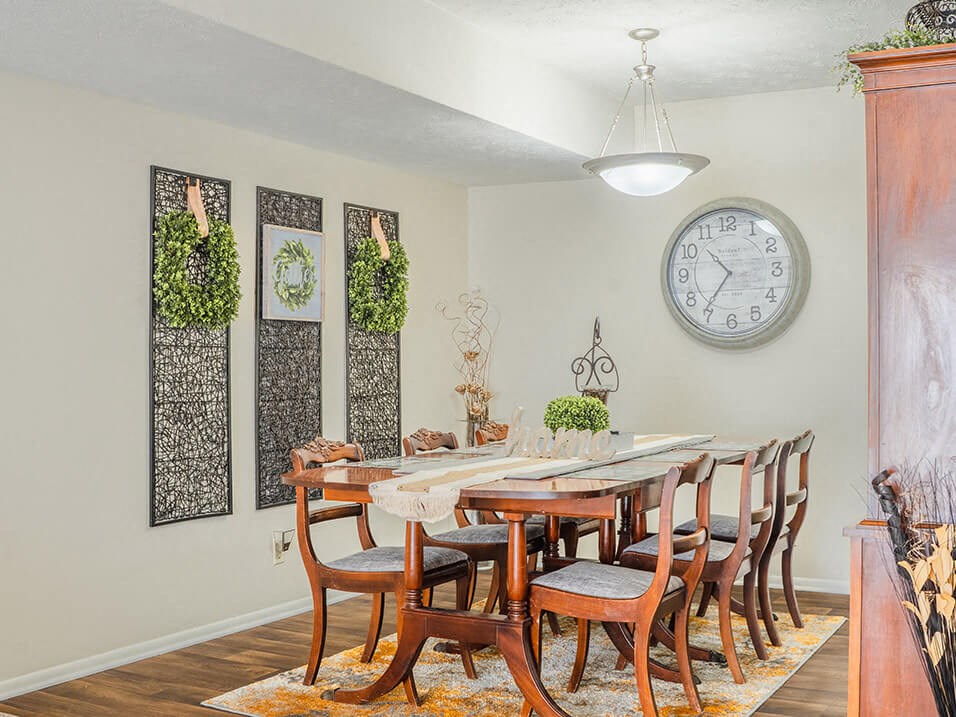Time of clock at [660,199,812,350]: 10:36
